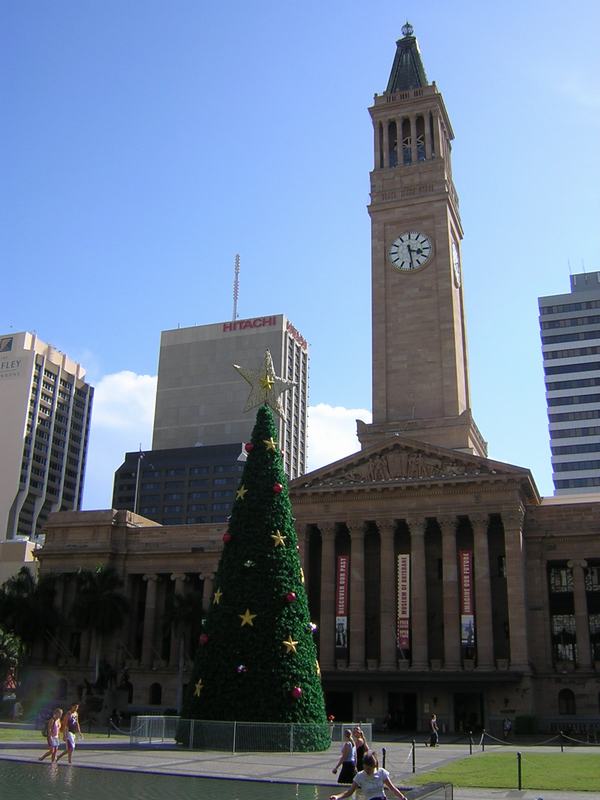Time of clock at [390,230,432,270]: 3:28
